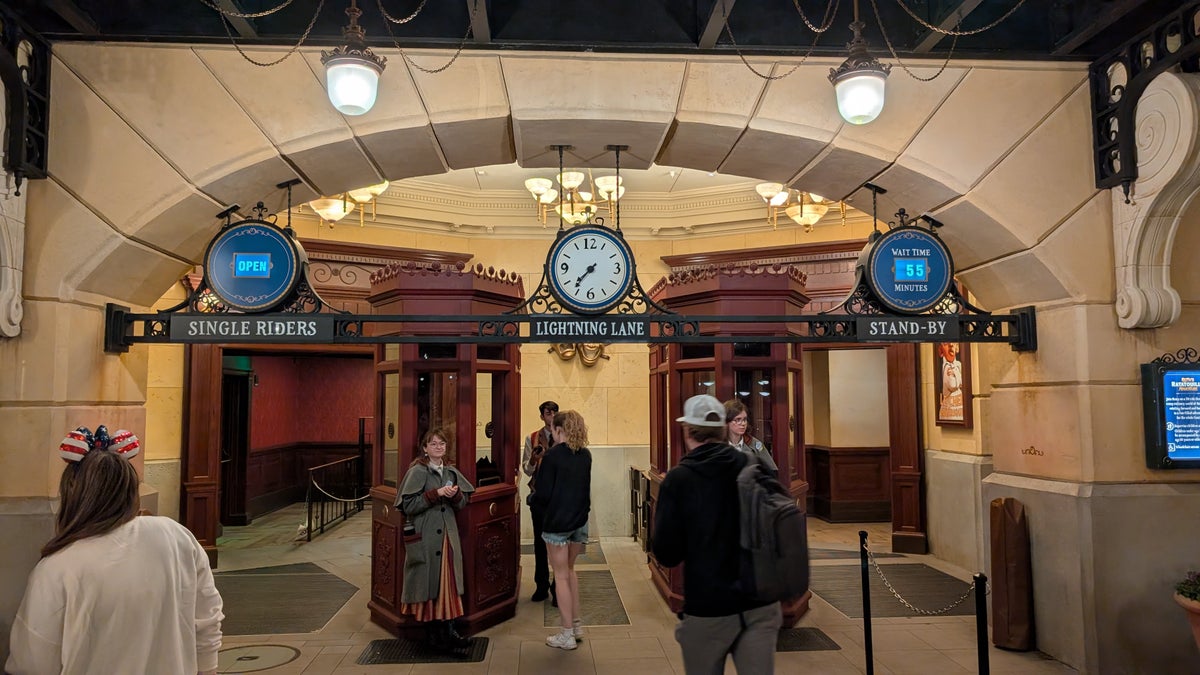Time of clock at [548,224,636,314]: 7:36
